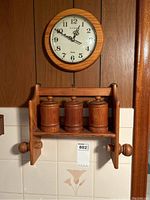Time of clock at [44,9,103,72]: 12:49
